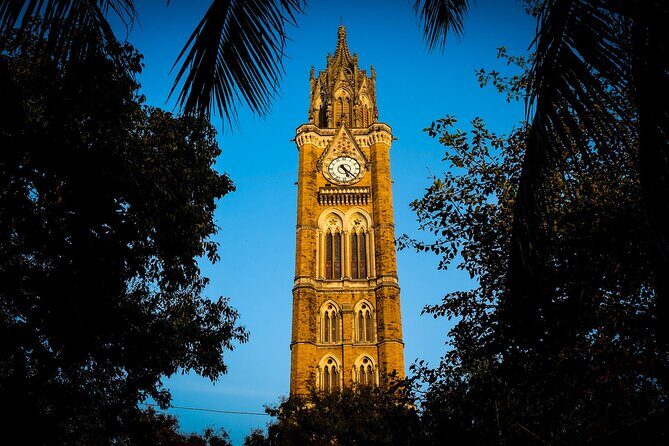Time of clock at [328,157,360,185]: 5:22
